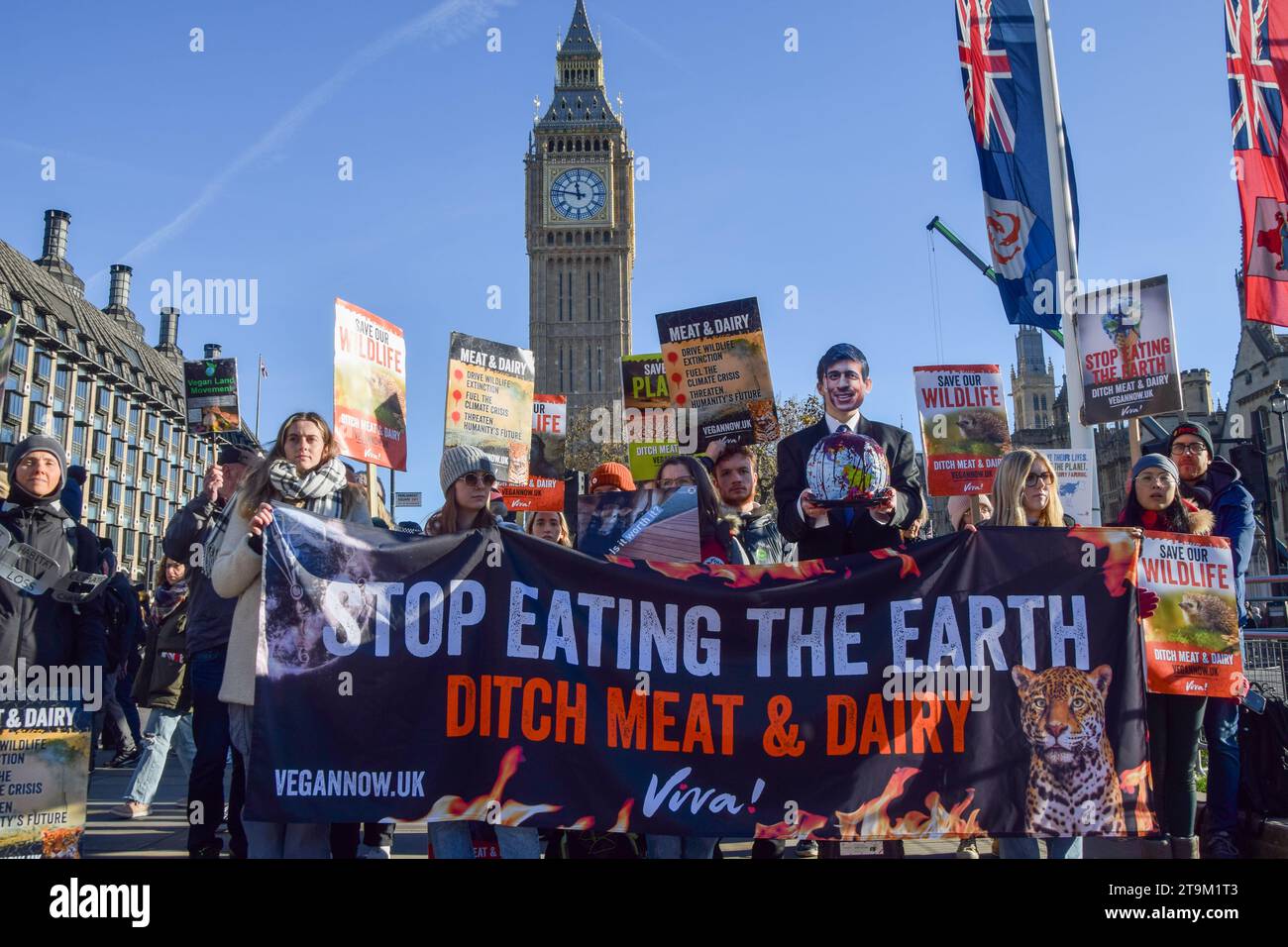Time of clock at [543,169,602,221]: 11:46
